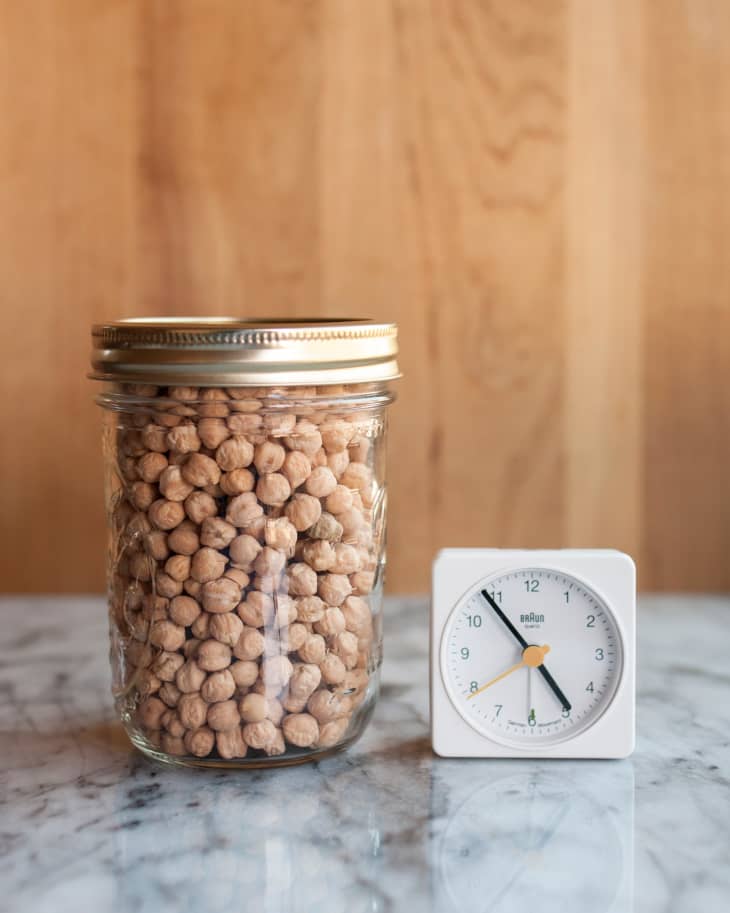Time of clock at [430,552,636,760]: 4:53
